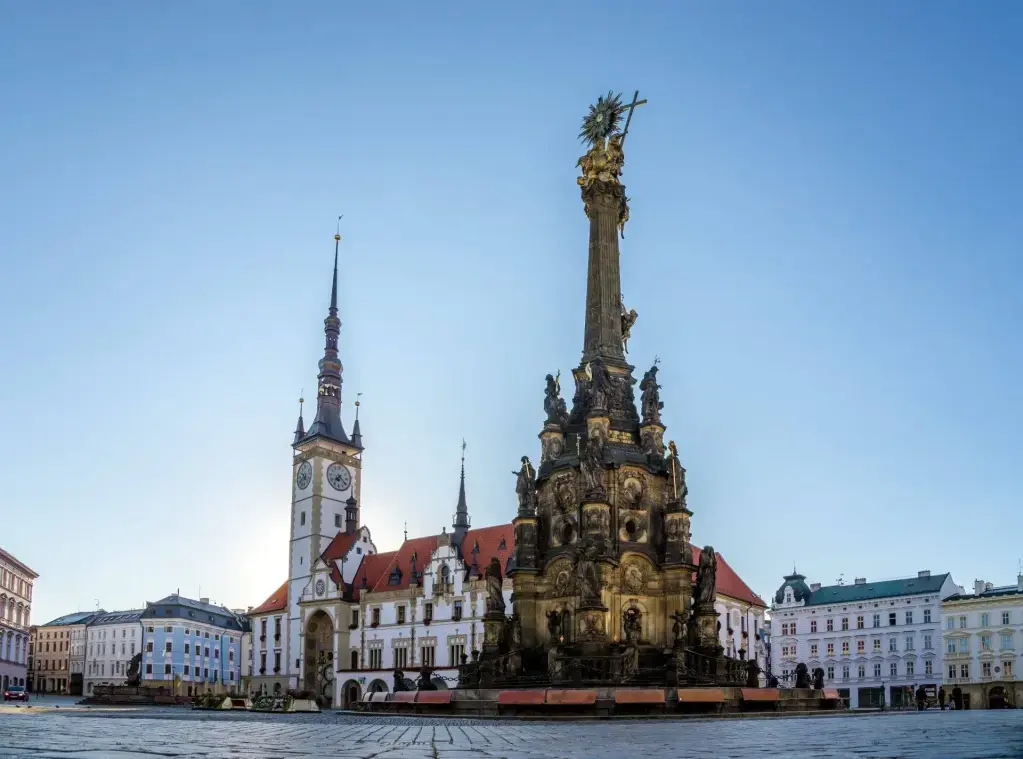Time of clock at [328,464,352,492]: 7:20
